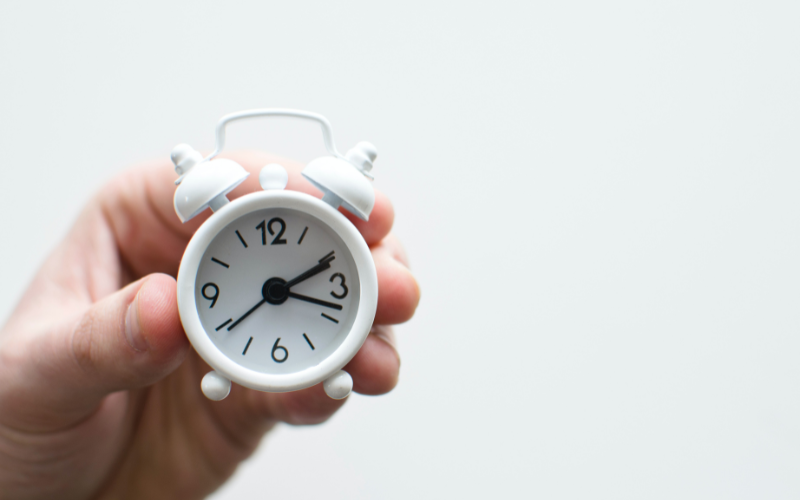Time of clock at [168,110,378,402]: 2:18
